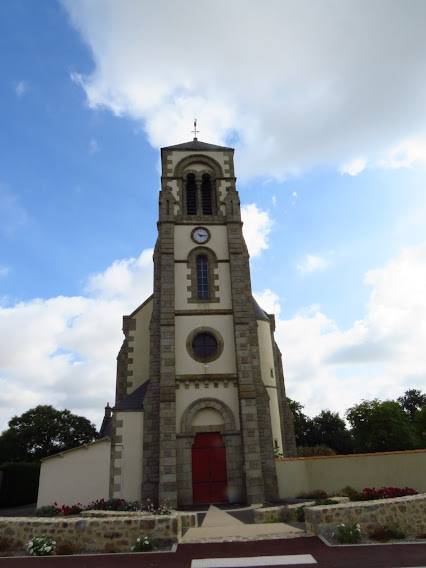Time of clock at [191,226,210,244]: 10:15
